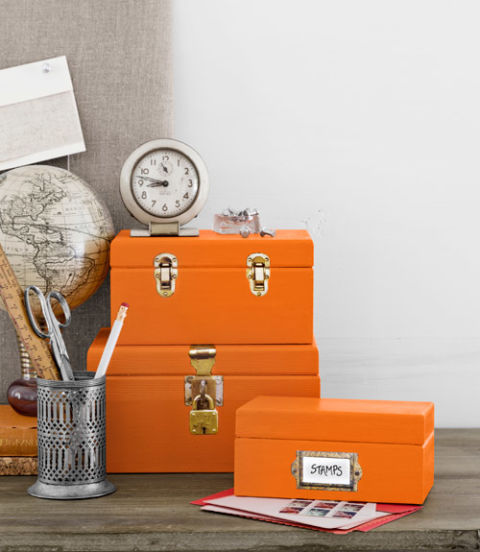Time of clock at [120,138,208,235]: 8:47
